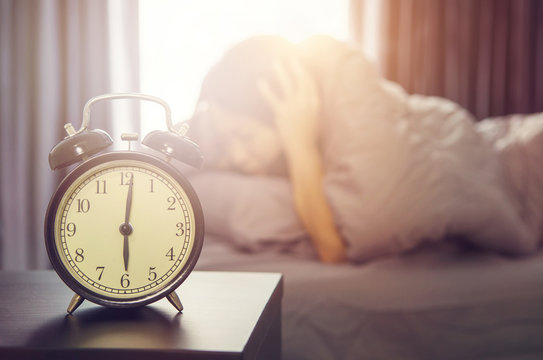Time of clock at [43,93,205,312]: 6:01
